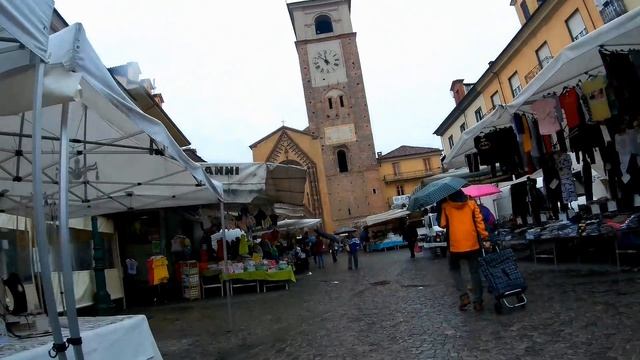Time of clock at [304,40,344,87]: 11:52
